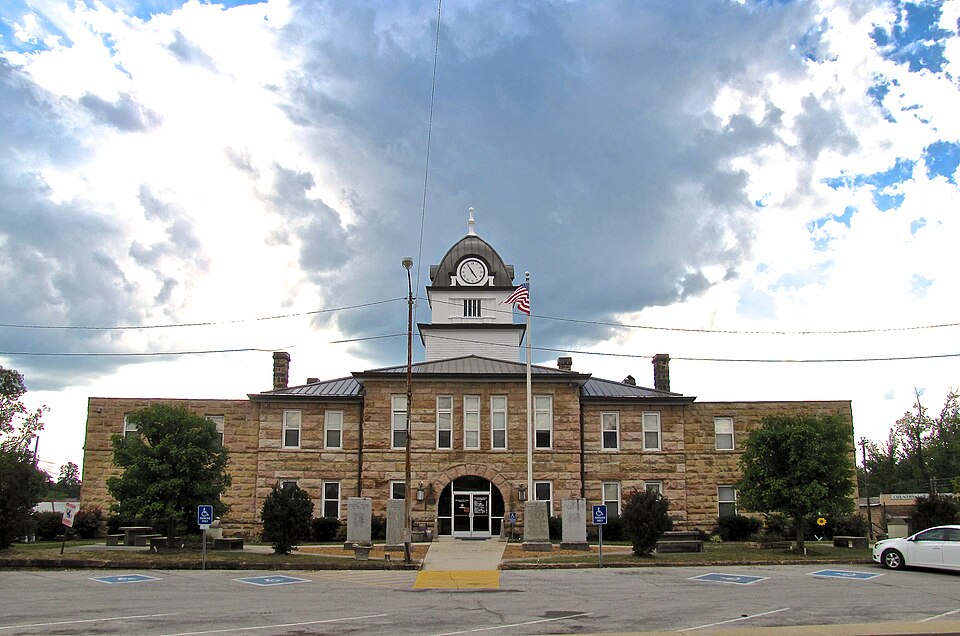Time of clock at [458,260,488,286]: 4:54
